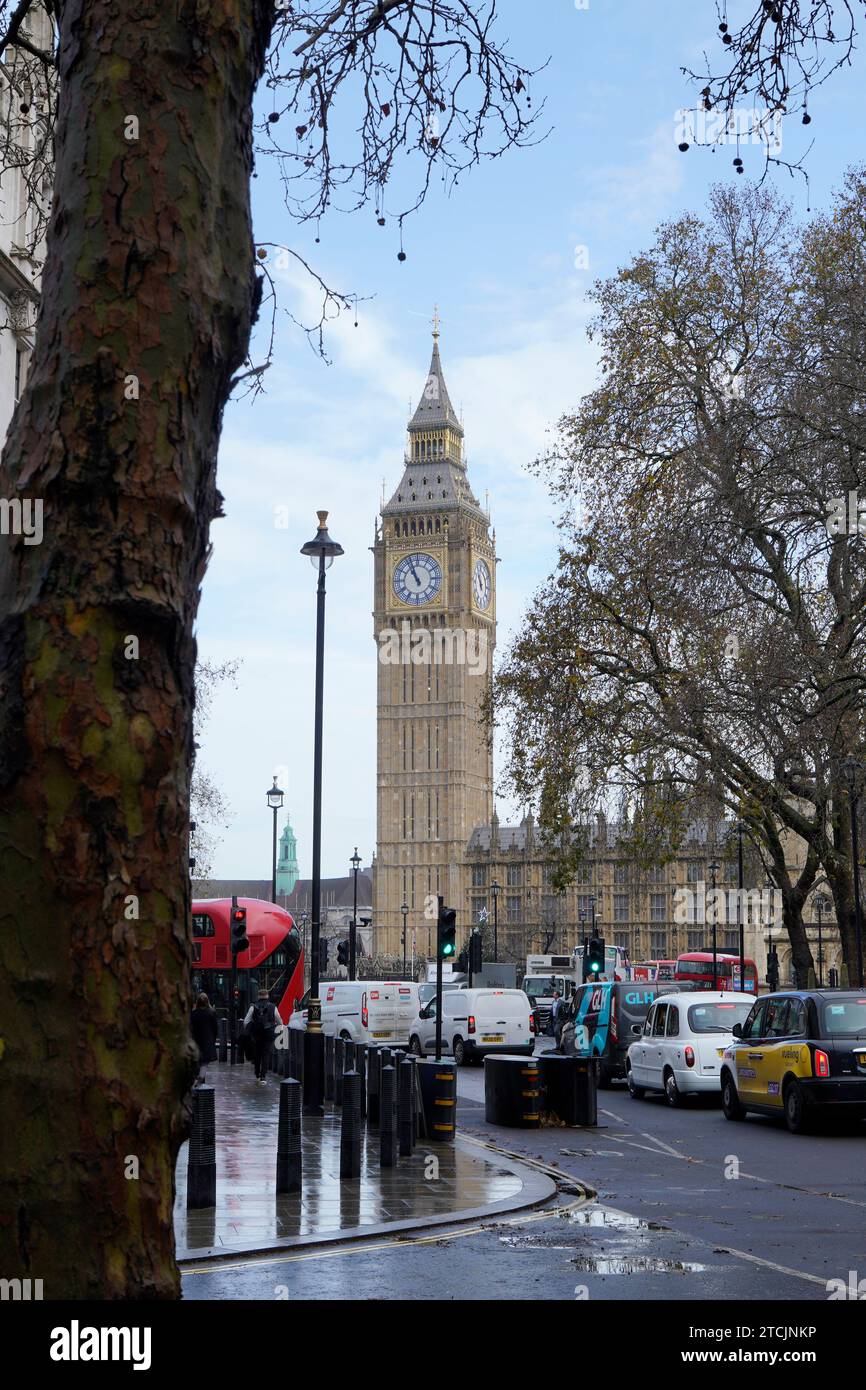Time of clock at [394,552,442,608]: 10:56
